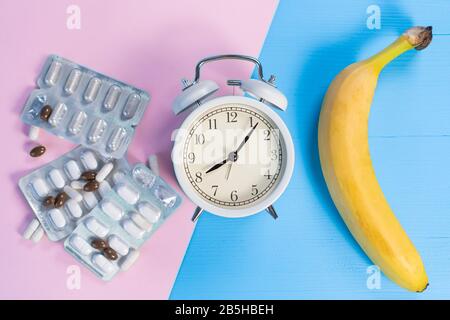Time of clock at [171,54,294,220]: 8:06
